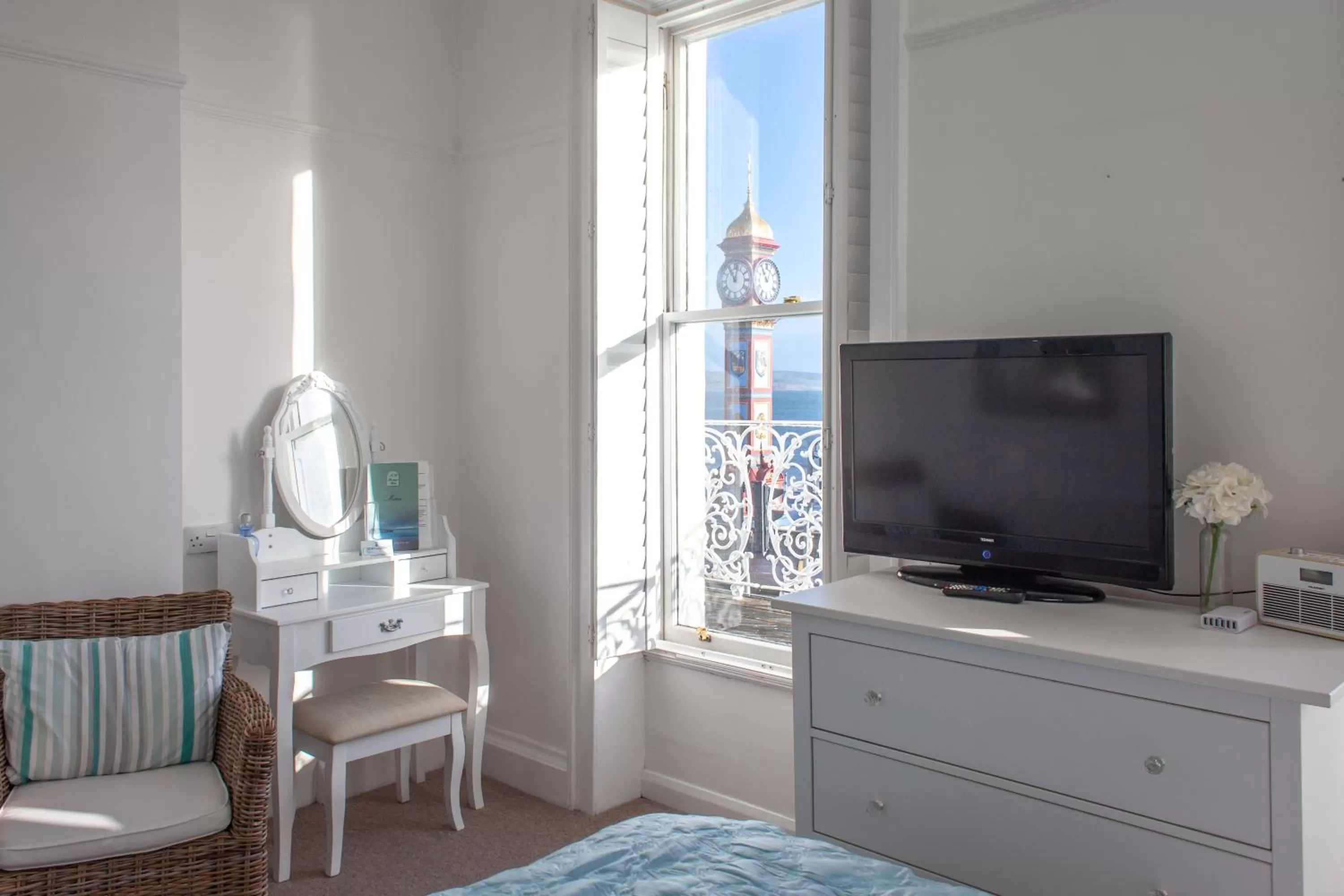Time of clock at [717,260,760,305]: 11:02
